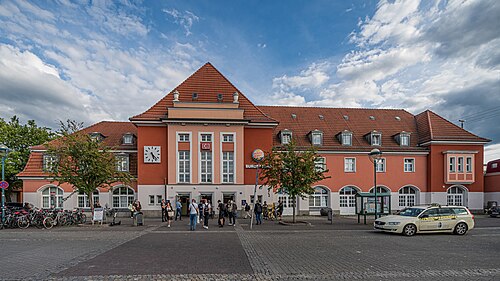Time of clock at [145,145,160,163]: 5:22
